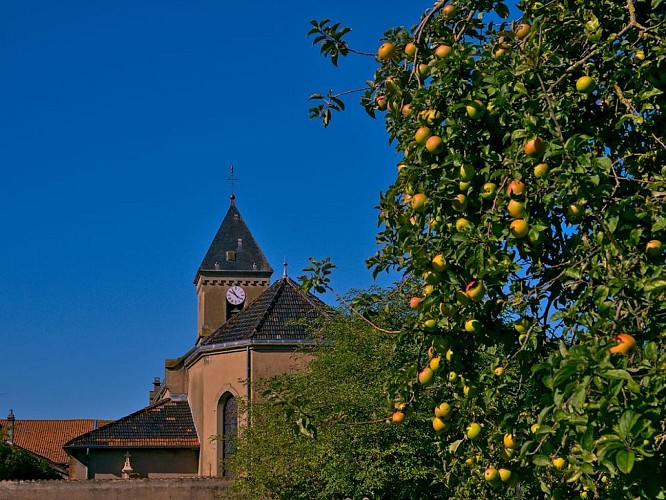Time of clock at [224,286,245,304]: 10:50
